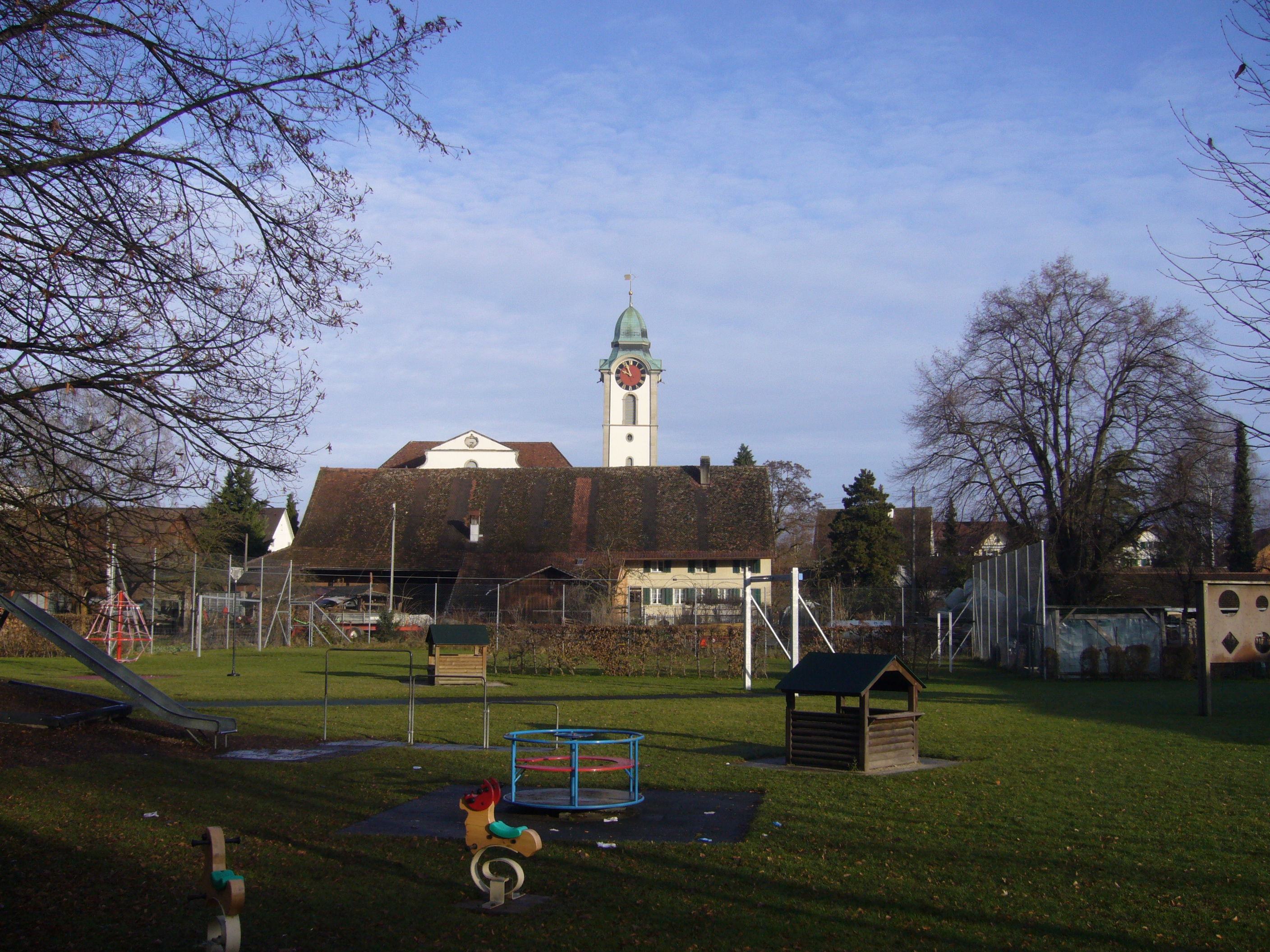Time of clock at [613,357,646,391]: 9:55
